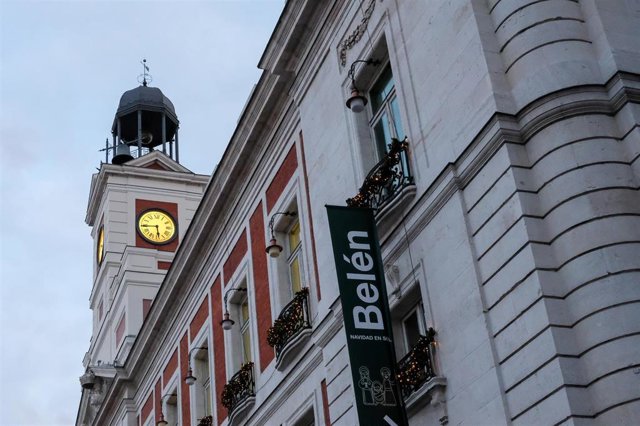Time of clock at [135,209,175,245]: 5:44
